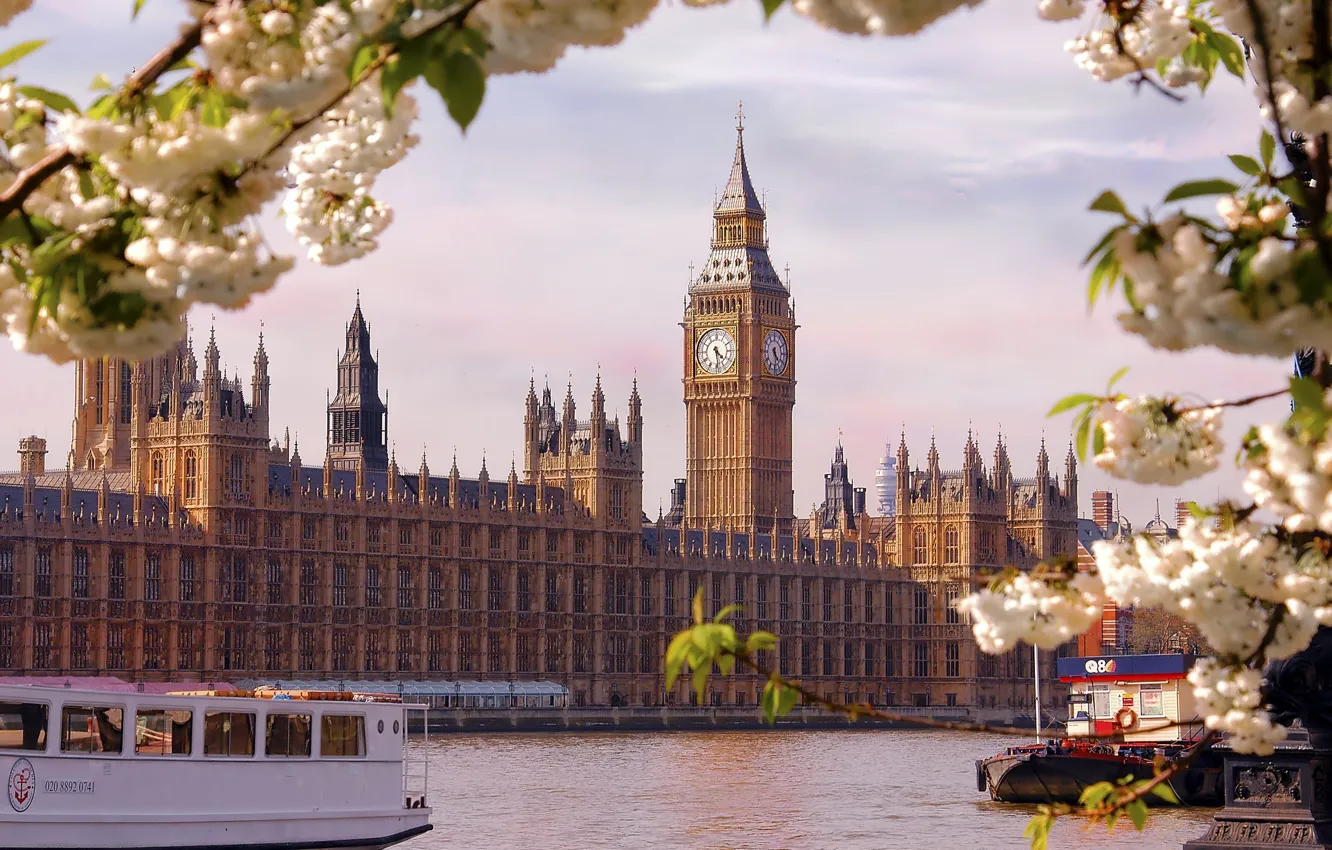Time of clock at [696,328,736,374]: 4:28
